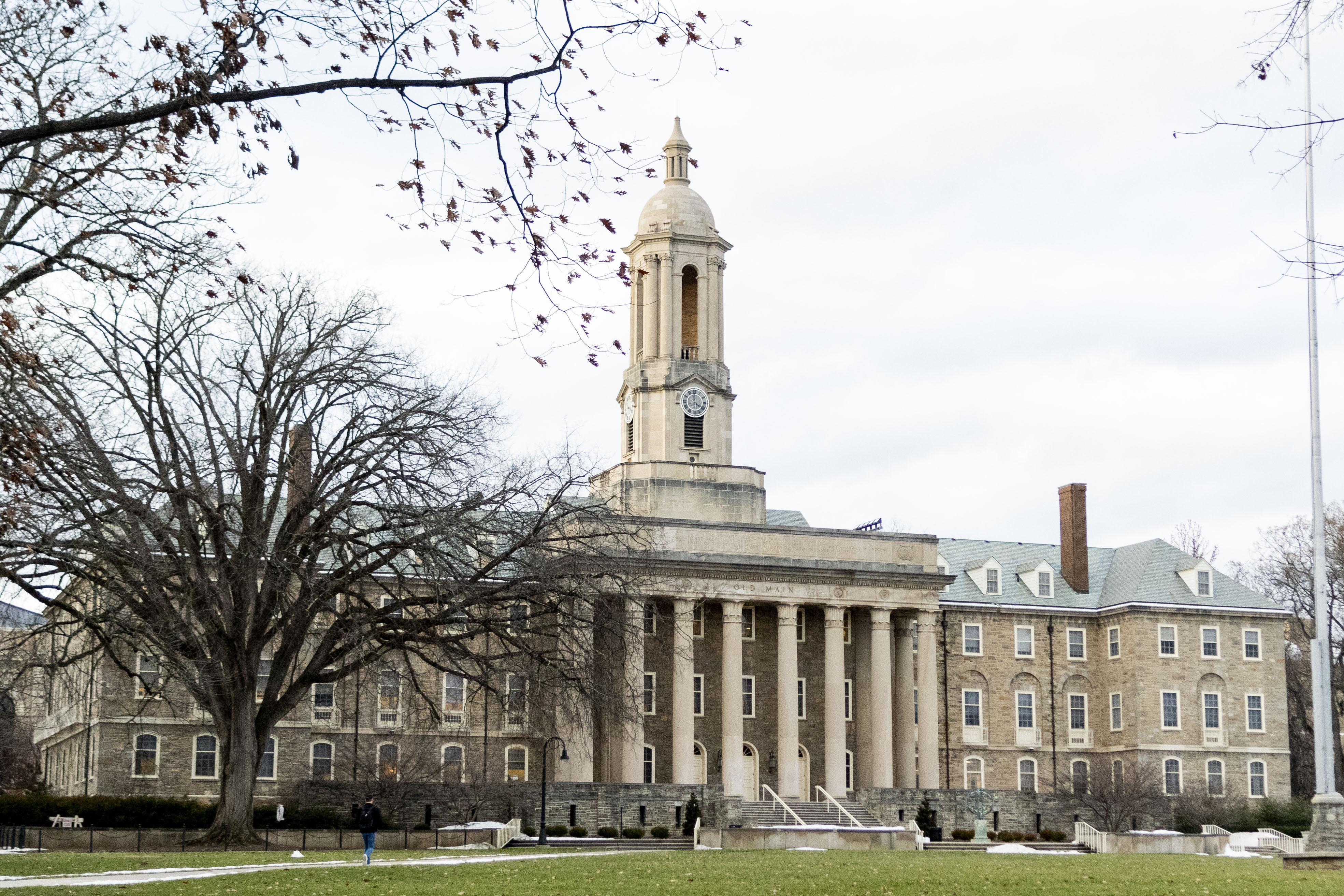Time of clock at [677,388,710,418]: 3:58
